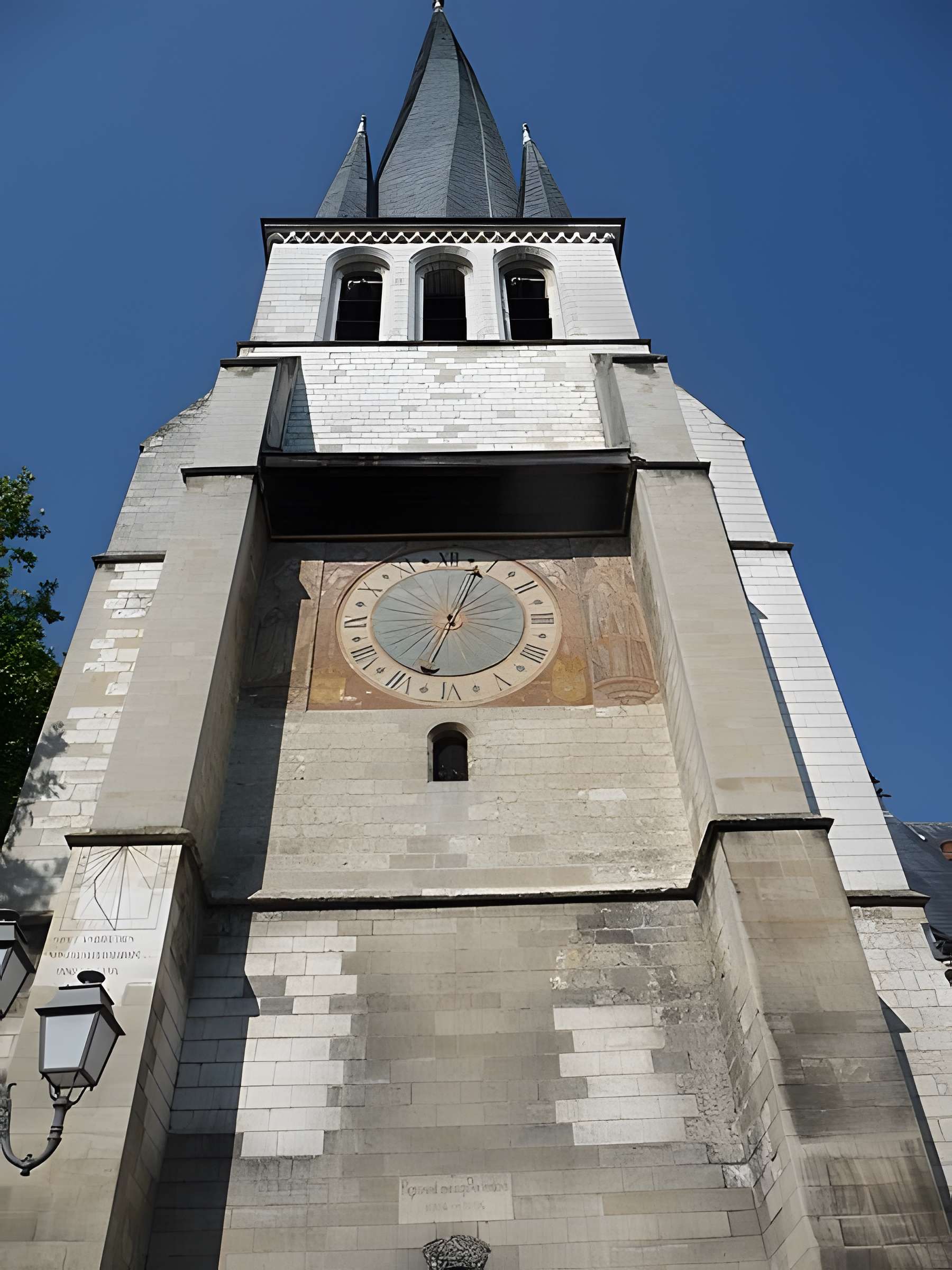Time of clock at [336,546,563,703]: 12:32
